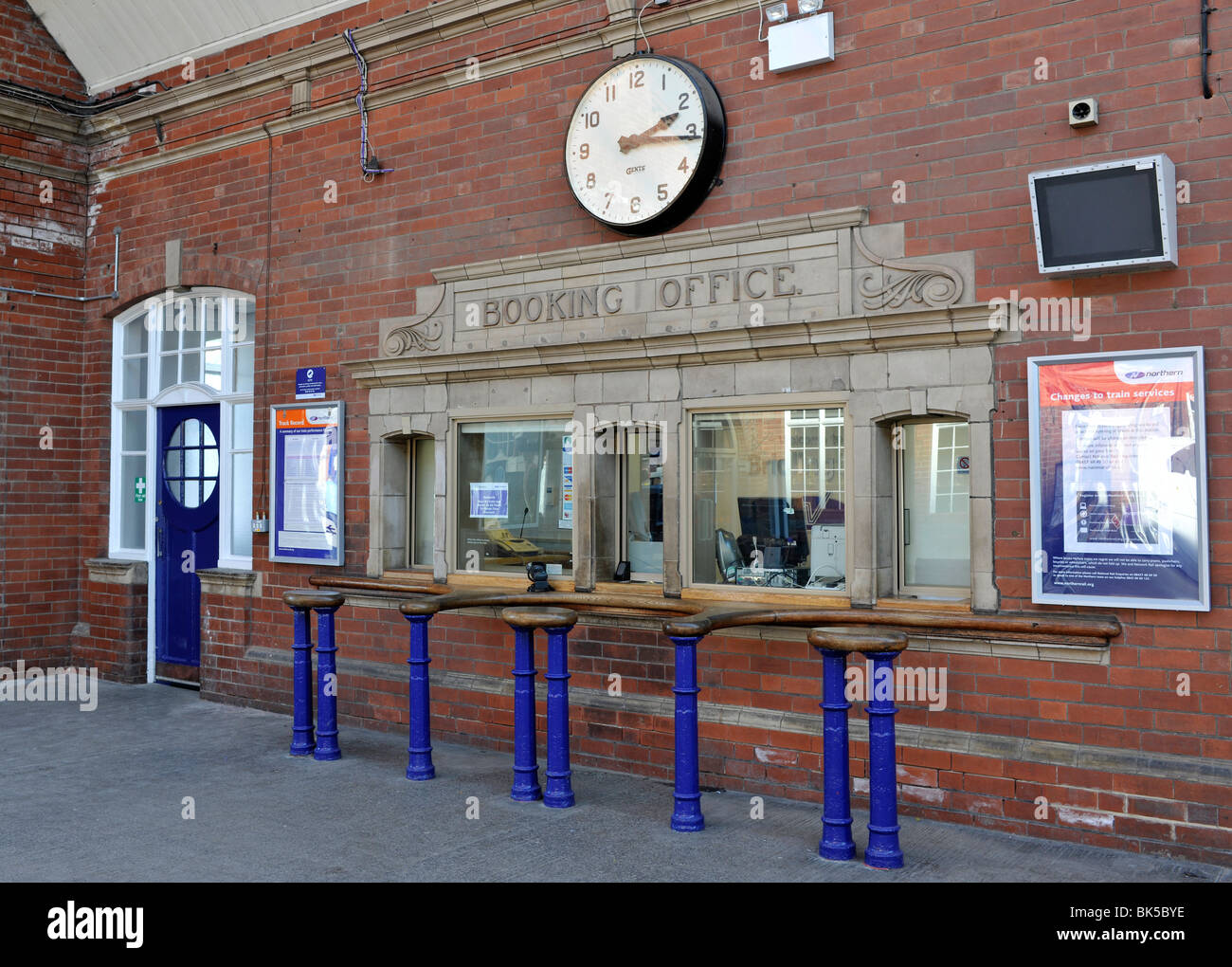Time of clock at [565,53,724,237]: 2:15
